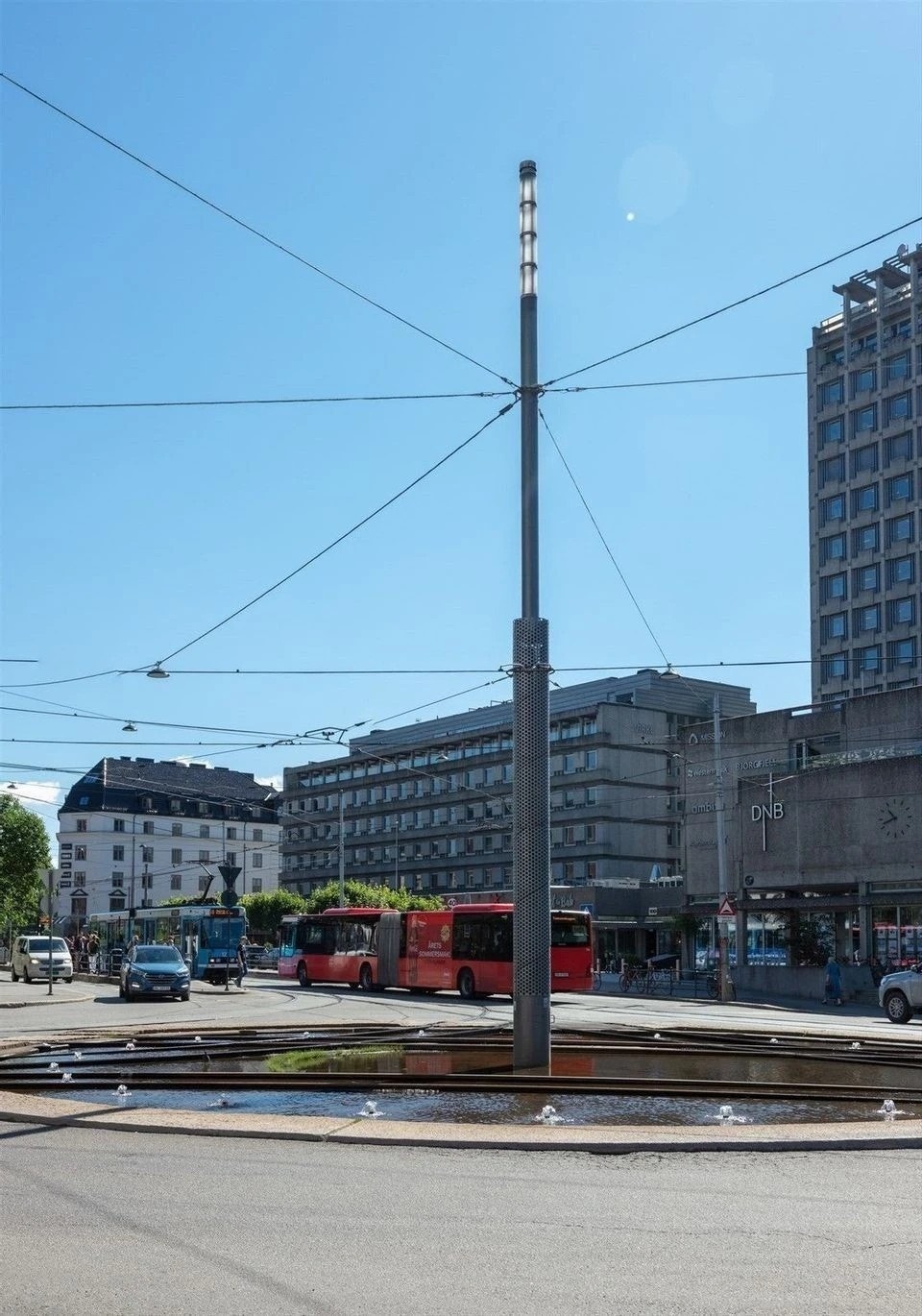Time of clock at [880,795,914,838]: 10:41
